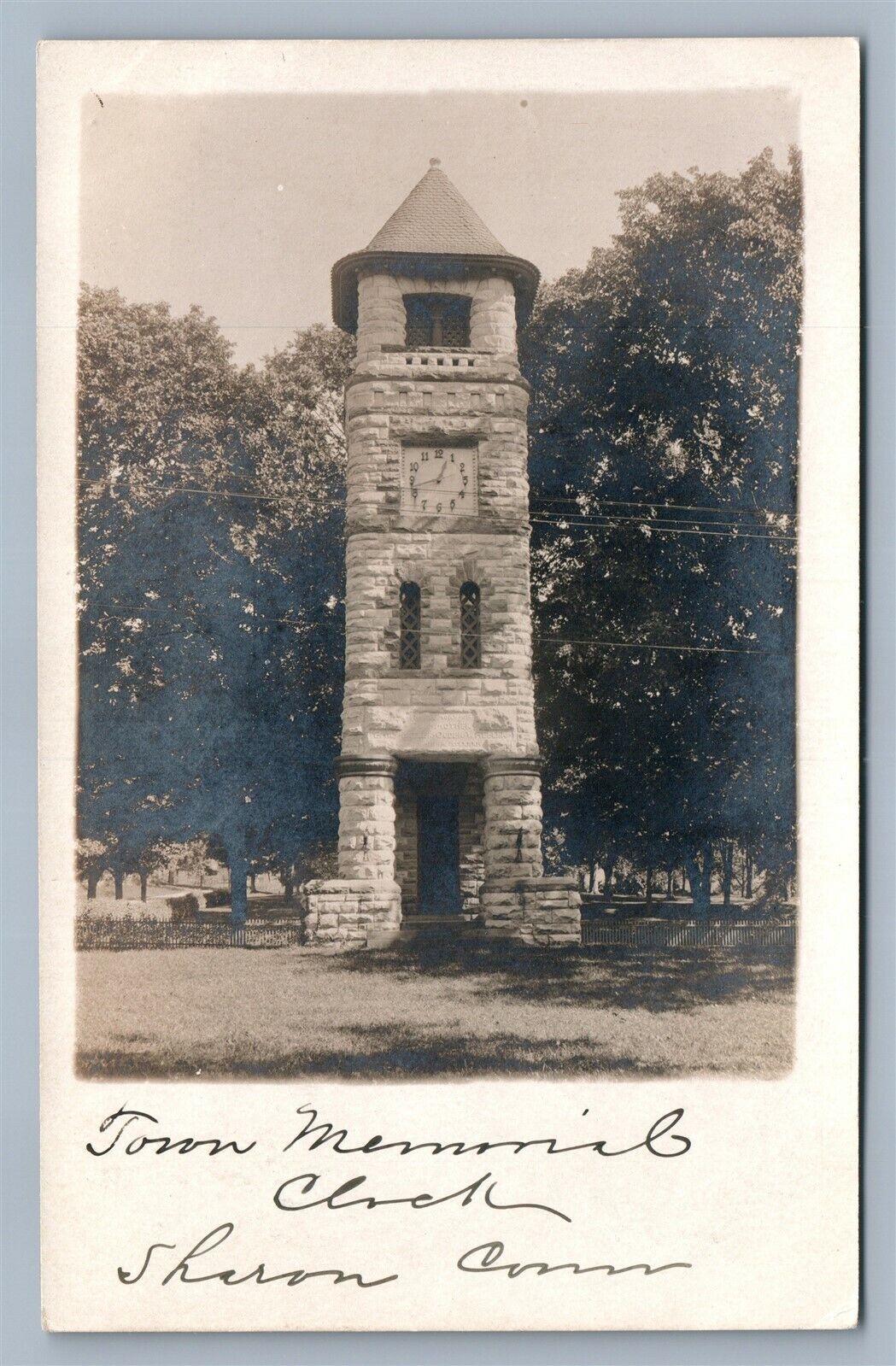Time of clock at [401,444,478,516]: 12:42
